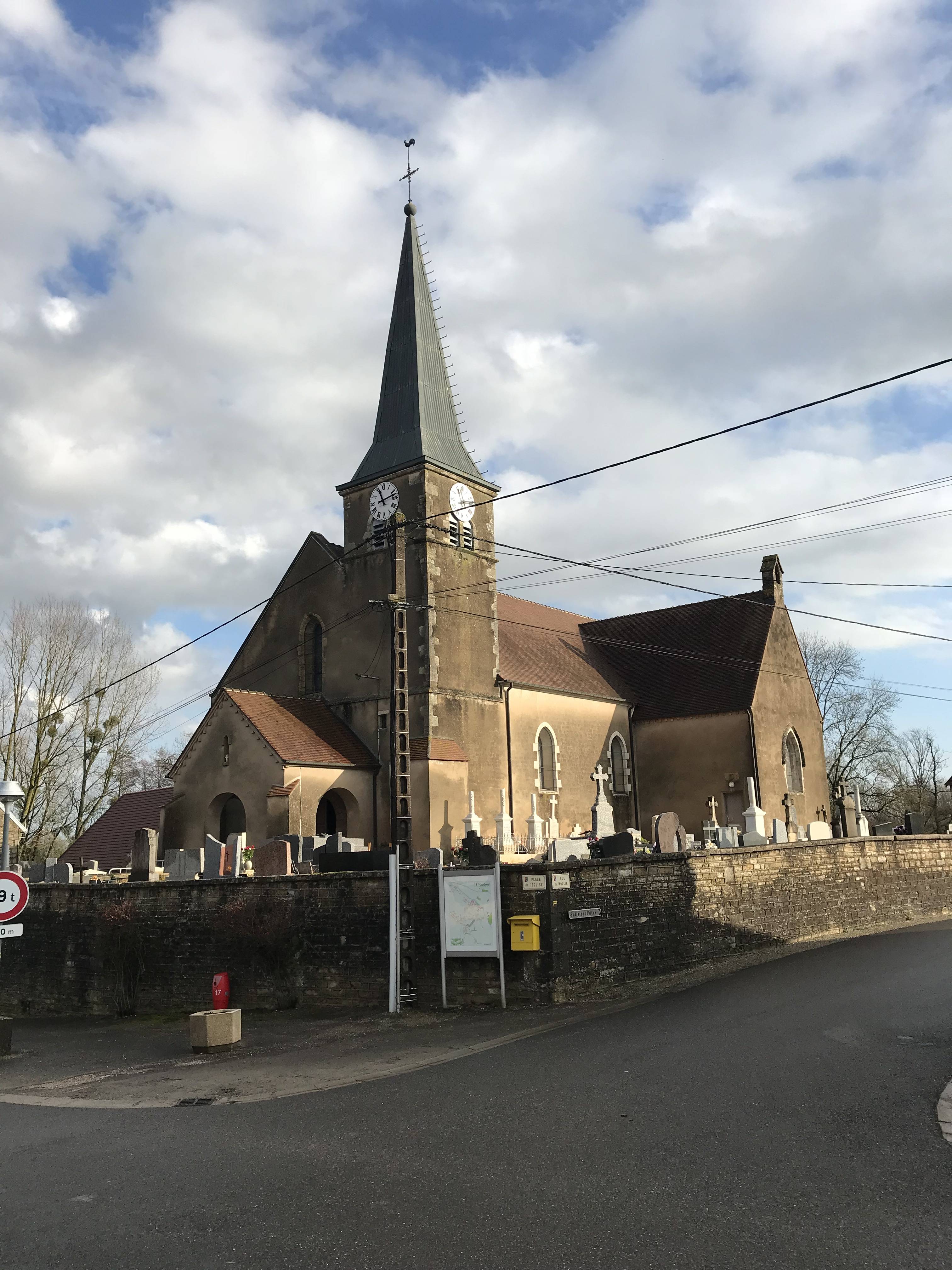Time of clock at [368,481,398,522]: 11:12
